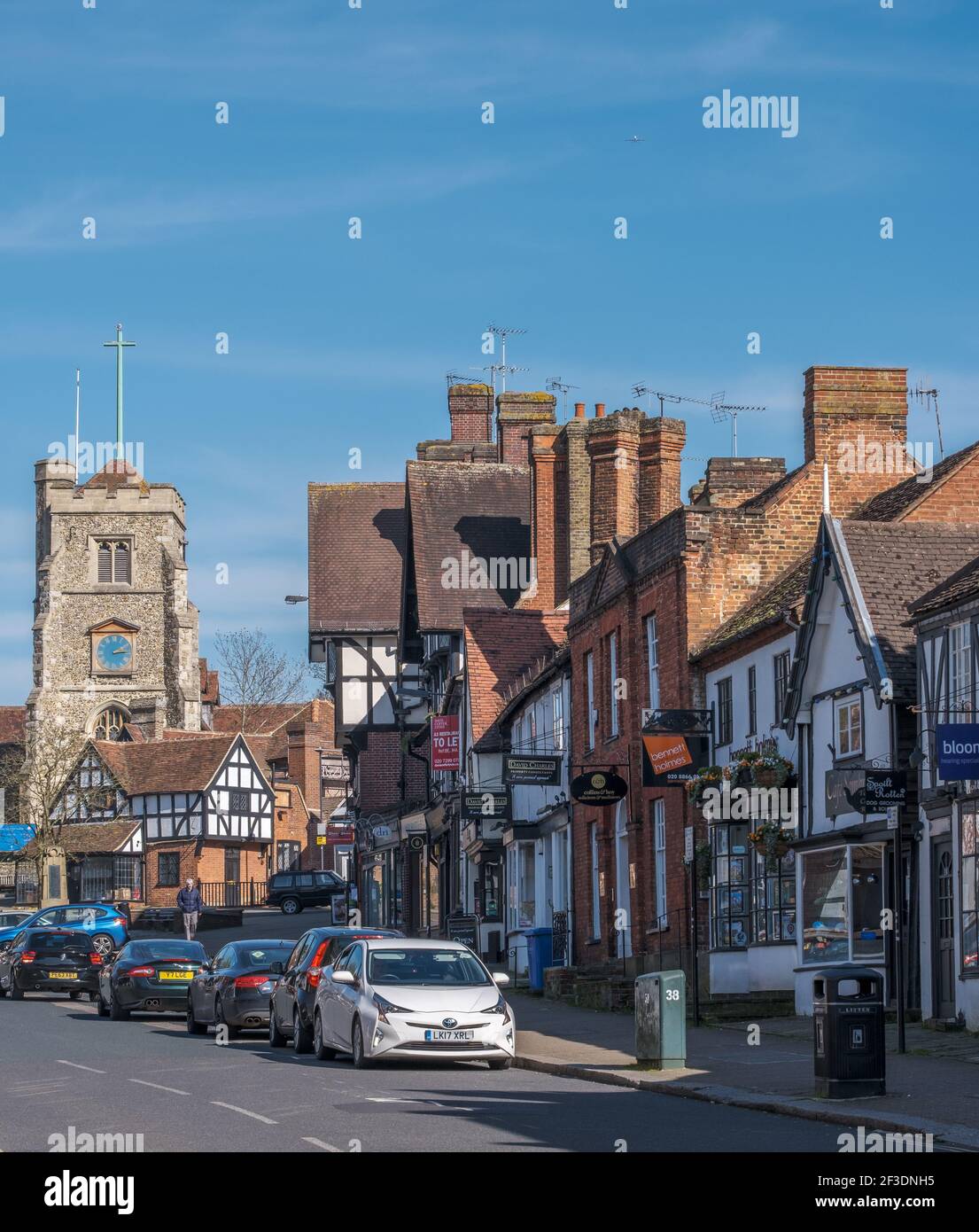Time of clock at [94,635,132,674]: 2:14
